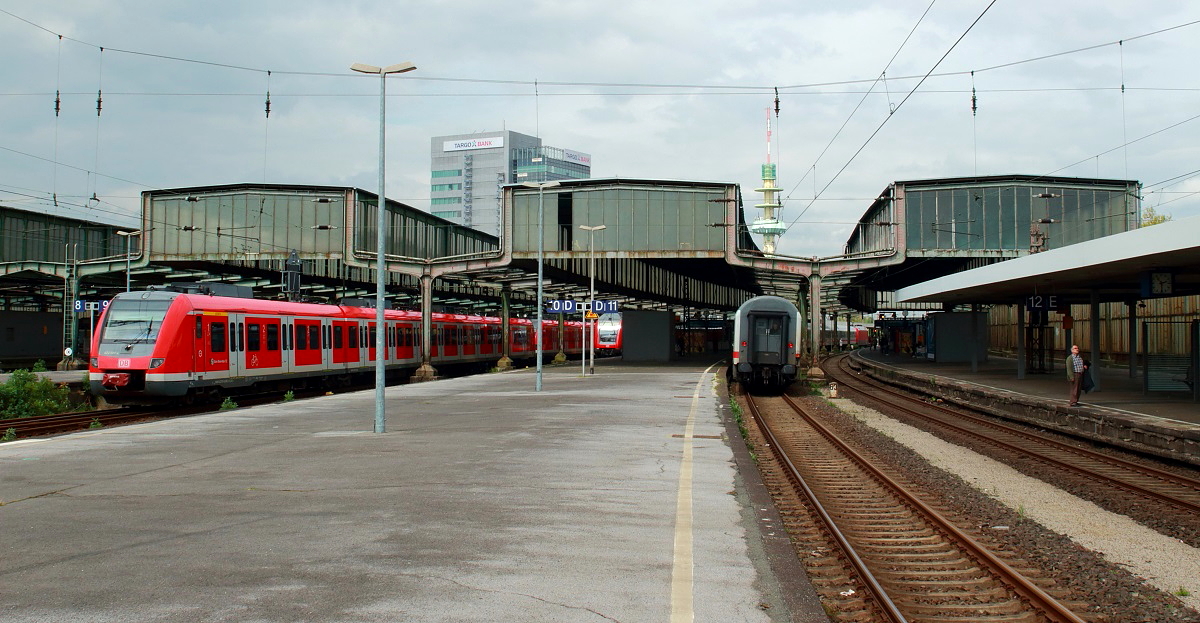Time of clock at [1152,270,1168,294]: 2:29
